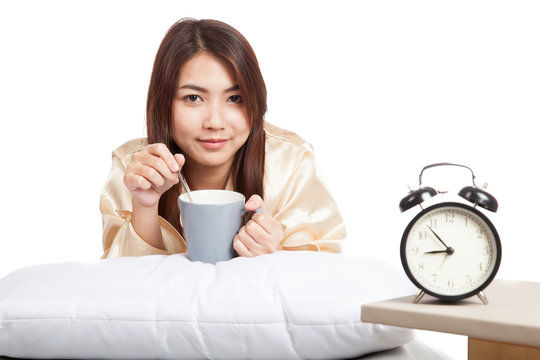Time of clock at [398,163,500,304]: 8:53
